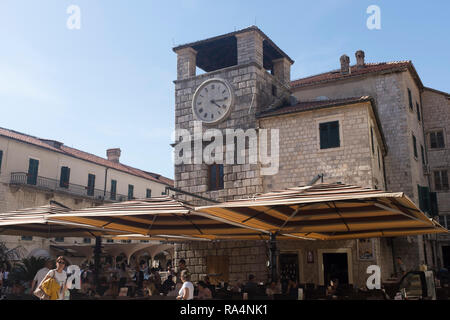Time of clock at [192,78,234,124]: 4:15
